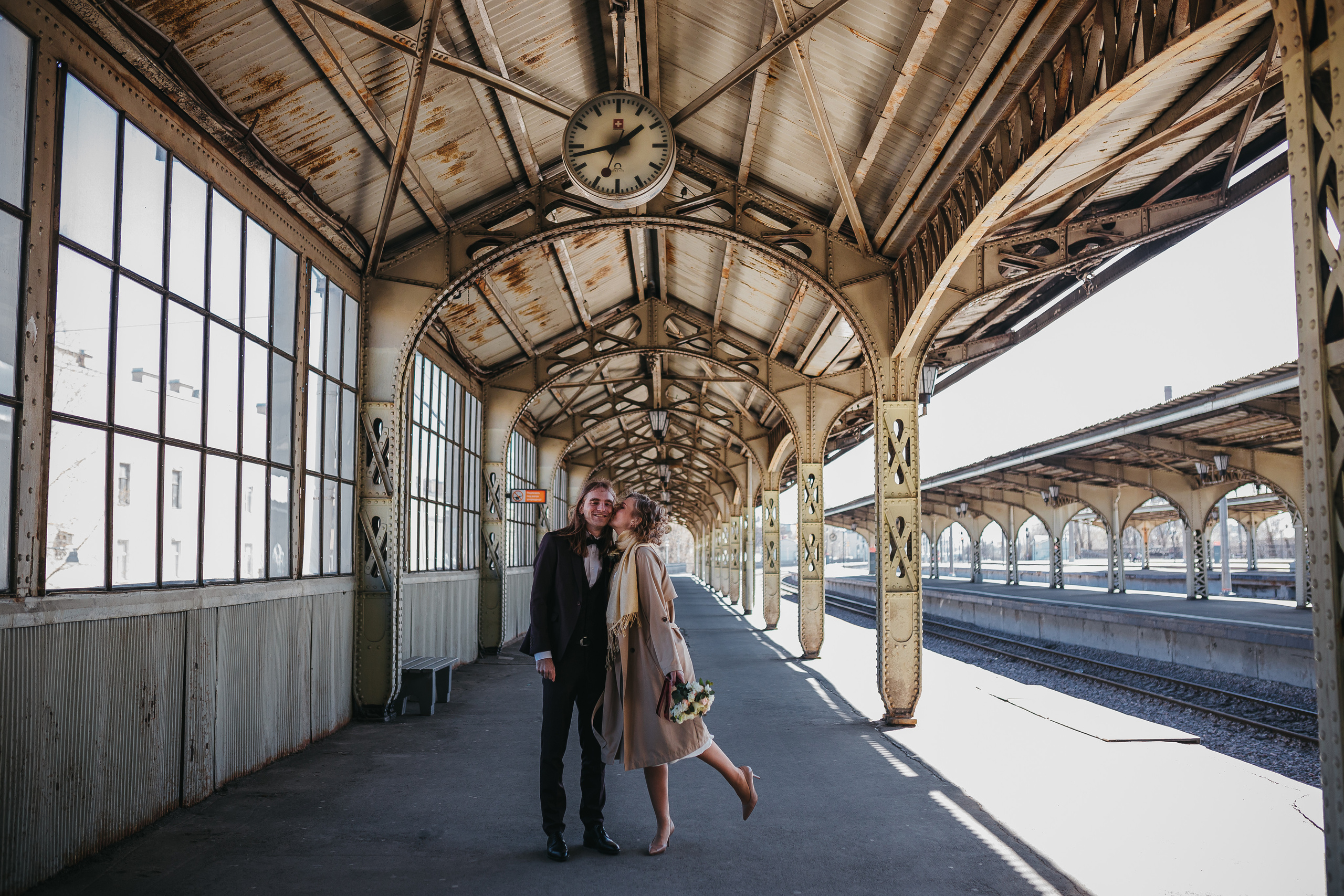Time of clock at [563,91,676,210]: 1:42
